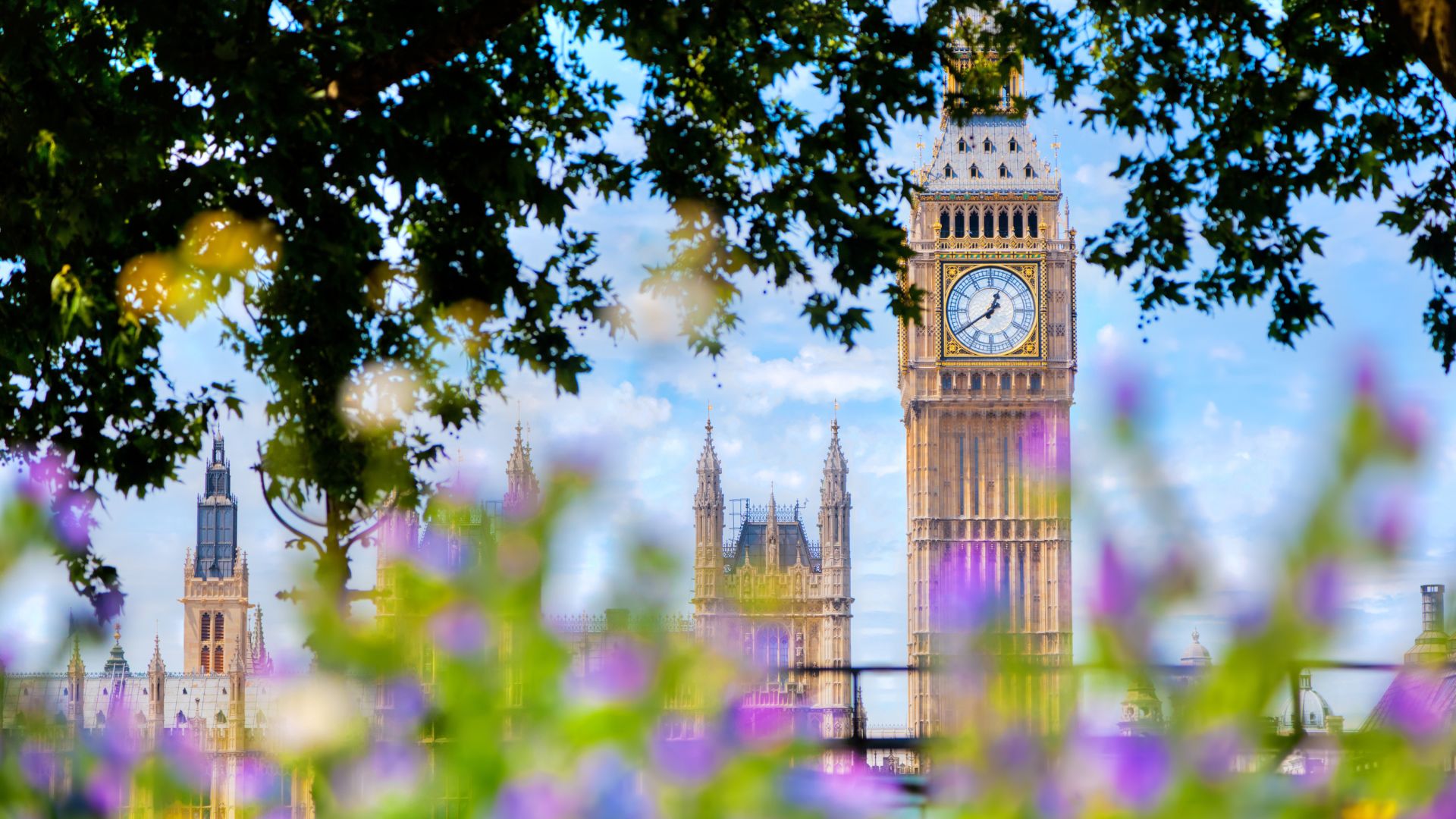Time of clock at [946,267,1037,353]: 12:39
